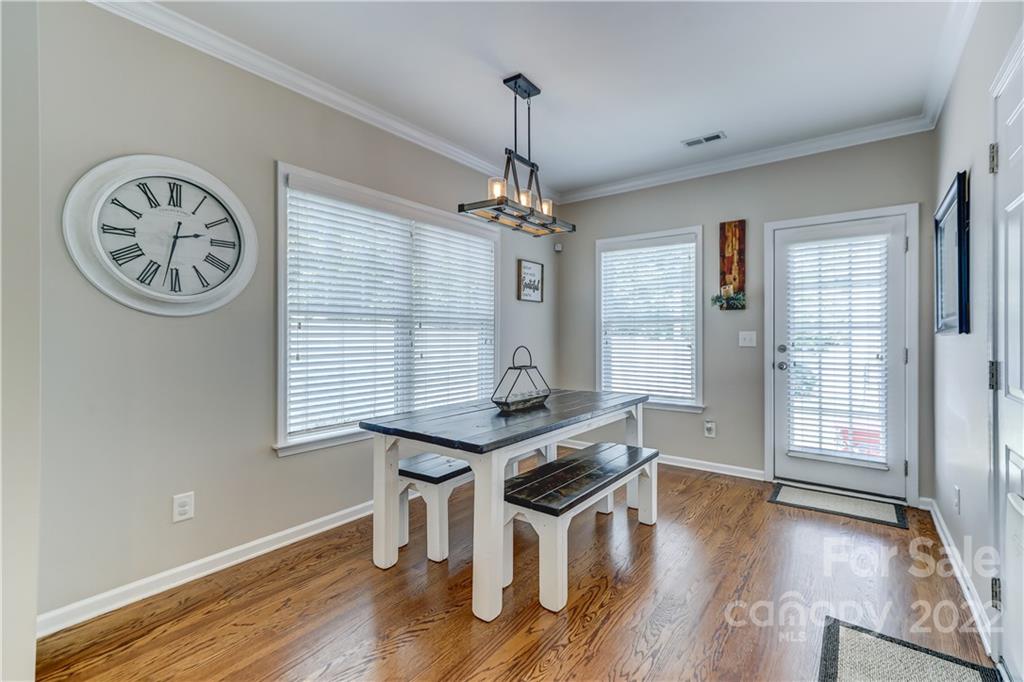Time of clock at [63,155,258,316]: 2:32
